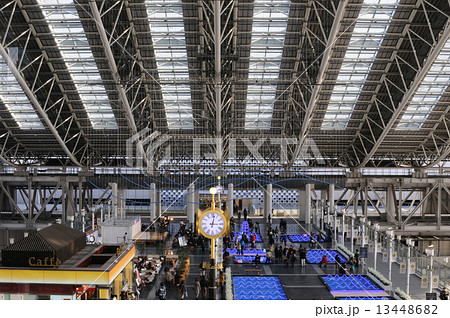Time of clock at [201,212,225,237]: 3:02
